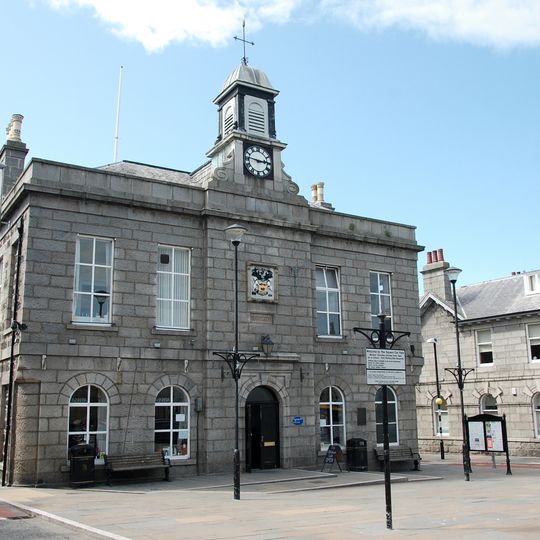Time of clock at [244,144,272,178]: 2:46
